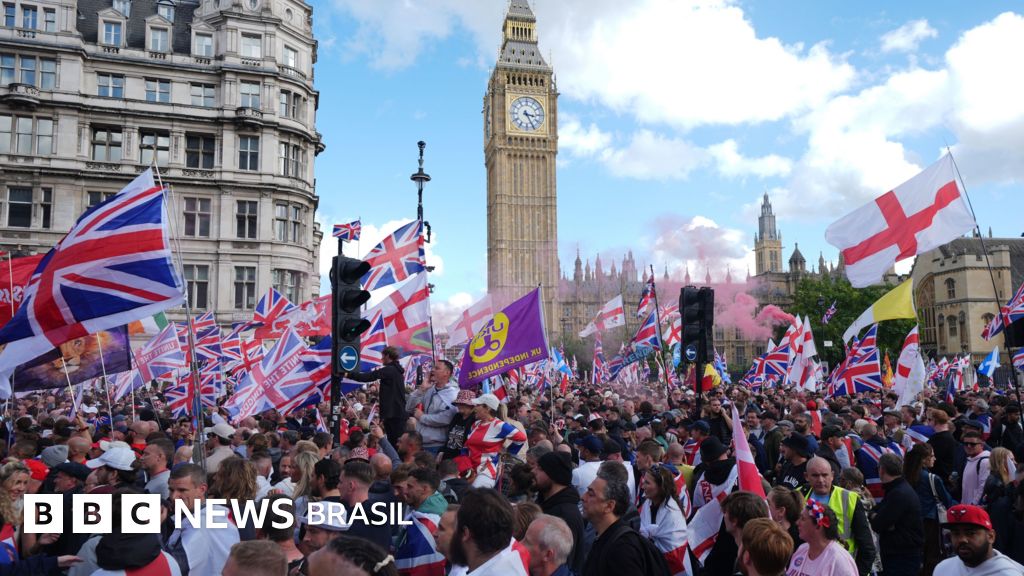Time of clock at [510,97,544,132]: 3:25
